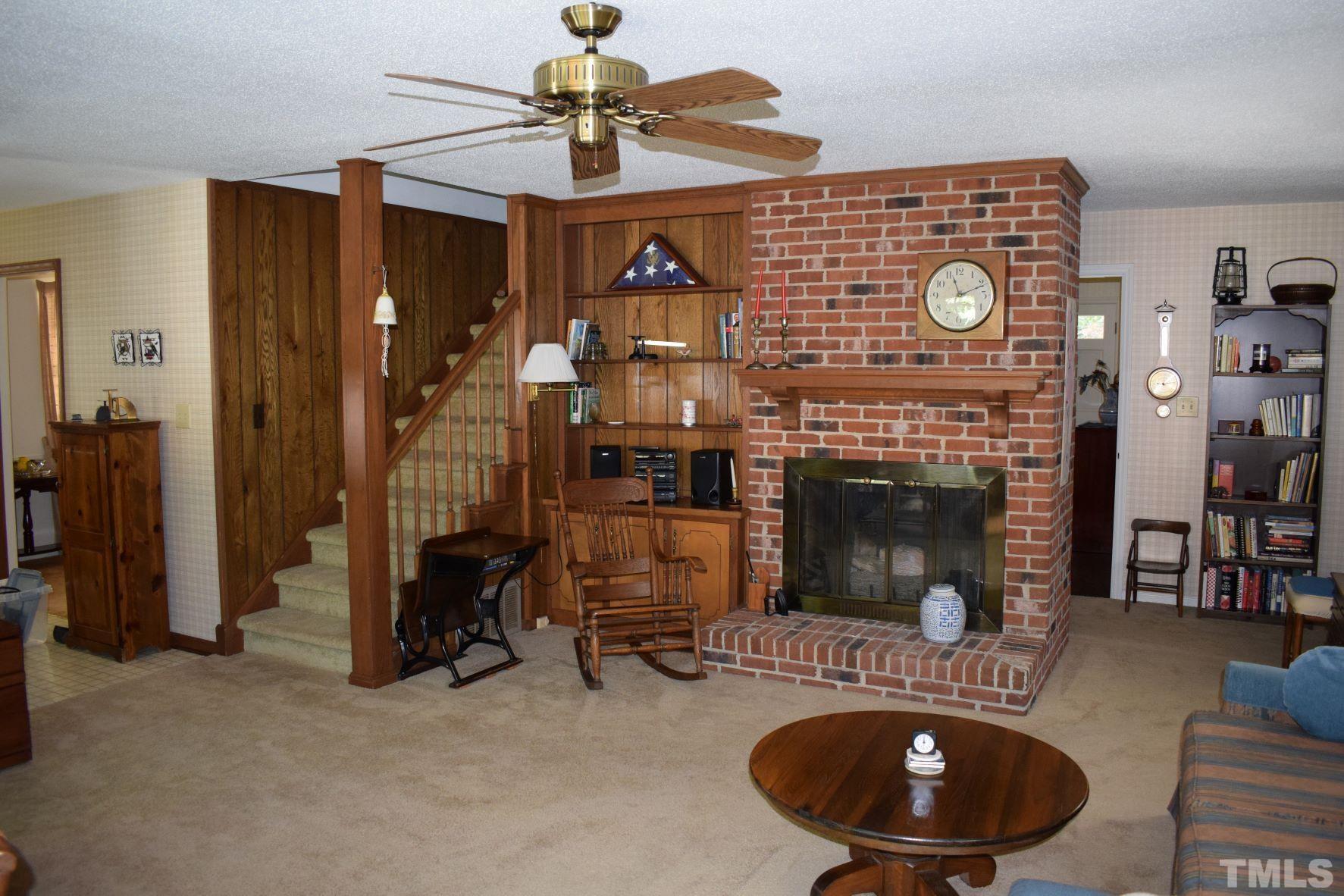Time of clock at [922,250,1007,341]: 11:11
